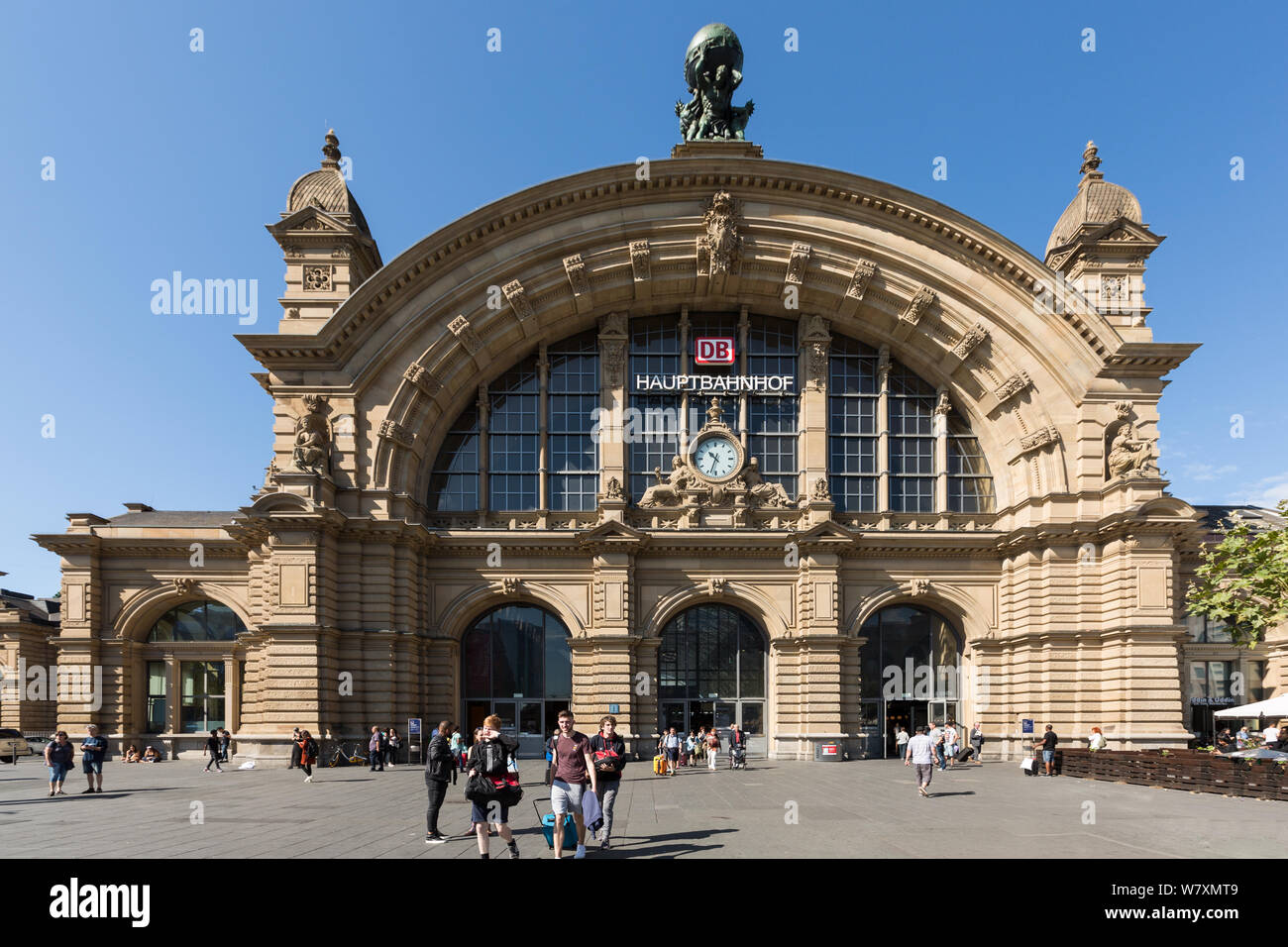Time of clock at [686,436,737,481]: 10:33
